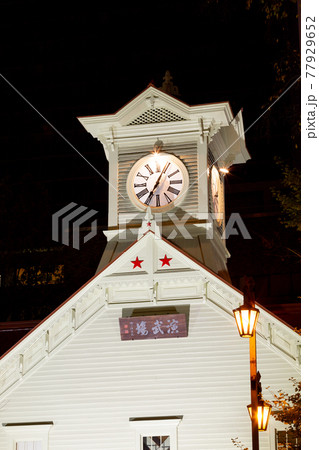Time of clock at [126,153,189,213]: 7:04
